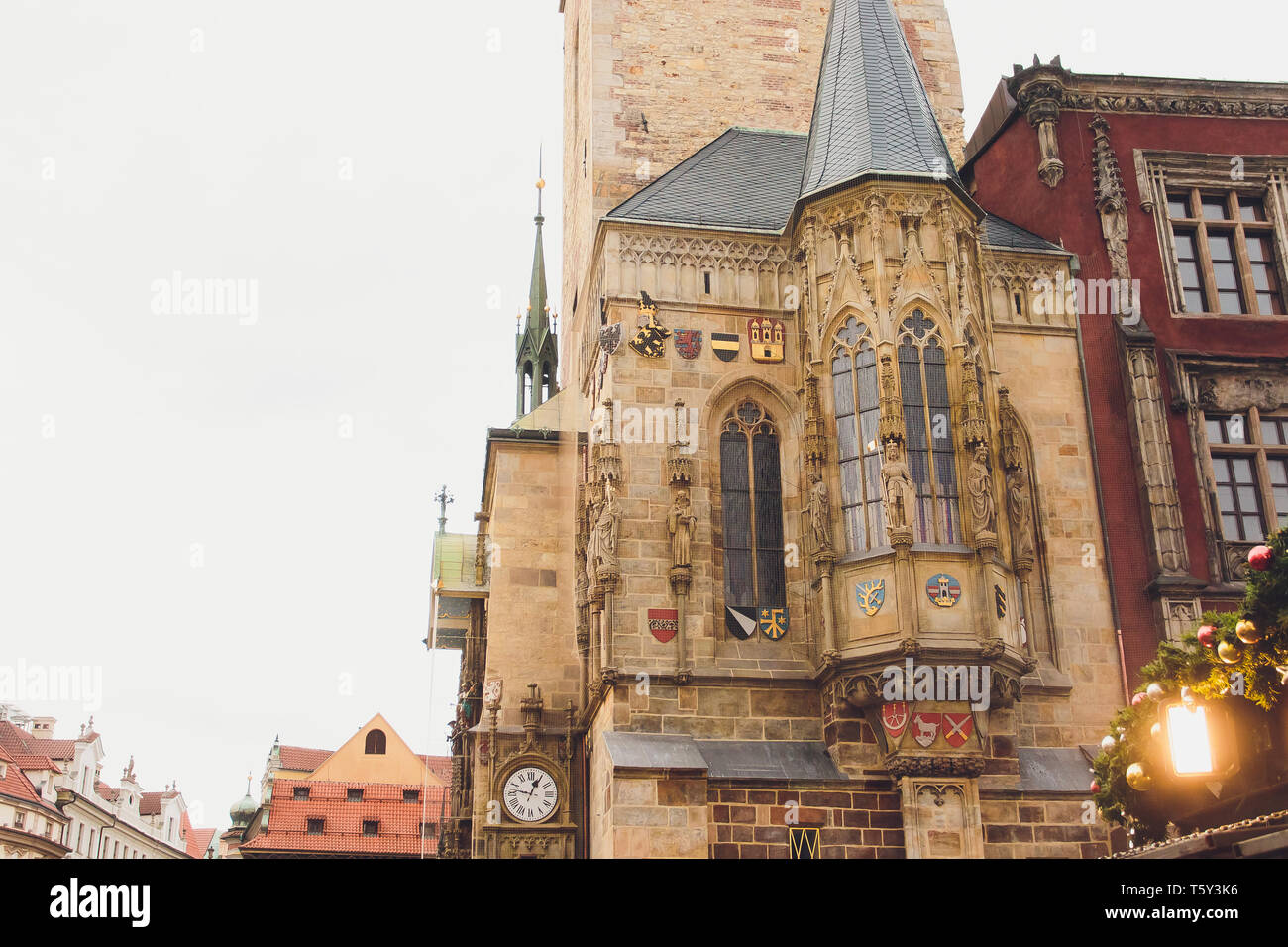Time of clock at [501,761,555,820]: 12:46
